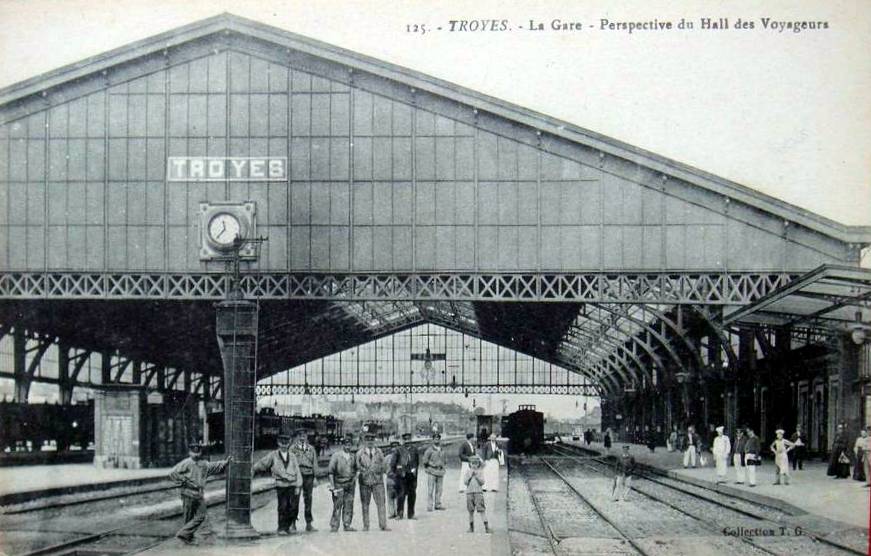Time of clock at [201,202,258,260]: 11:36
